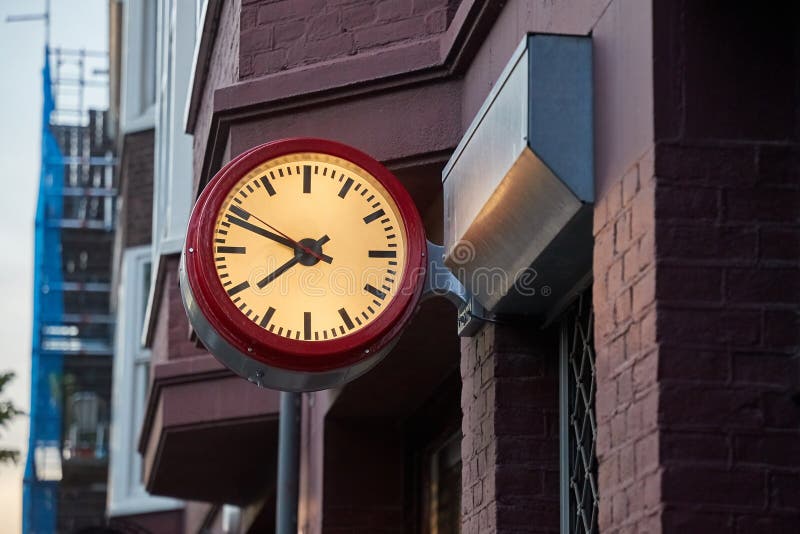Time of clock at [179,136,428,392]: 7:48
